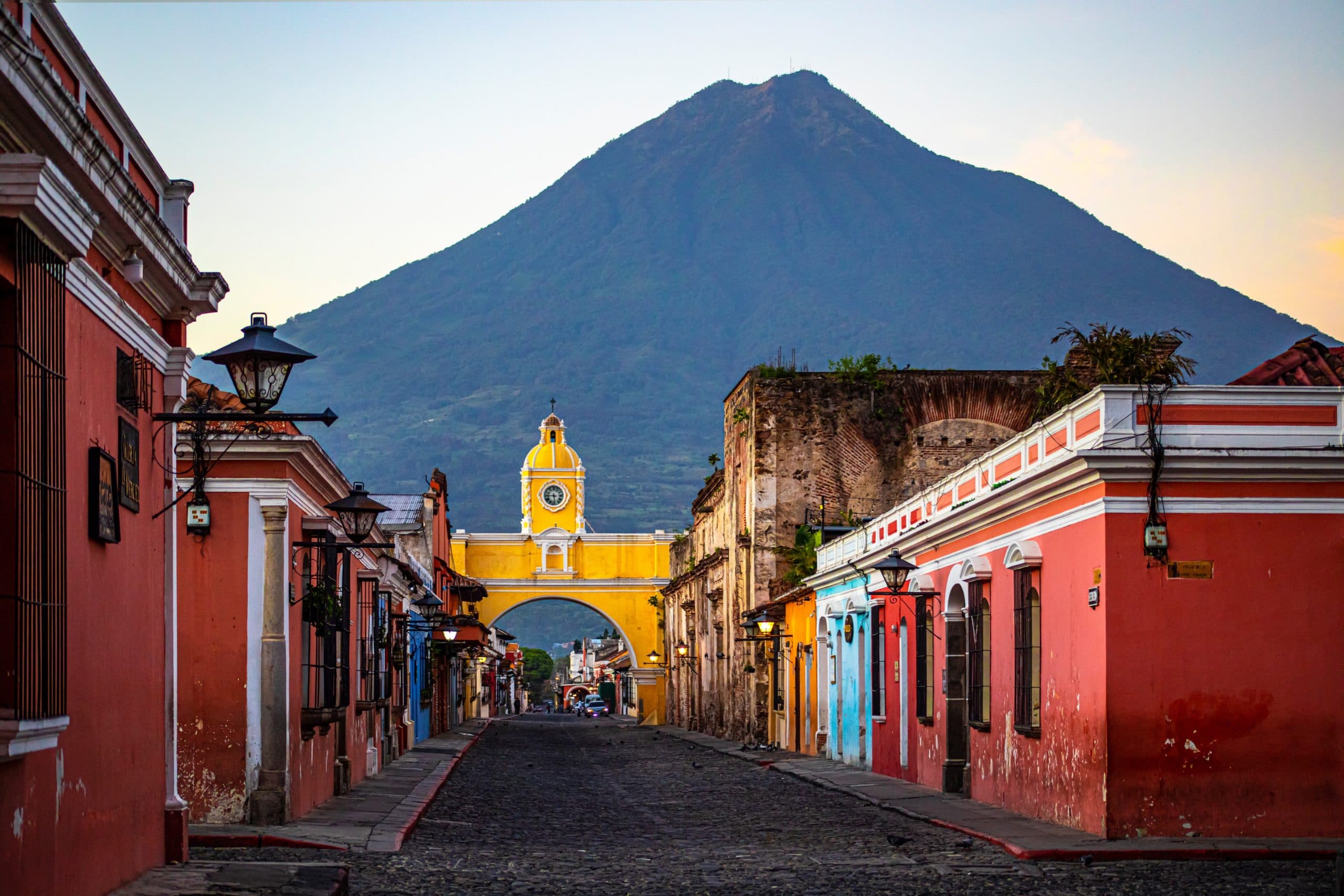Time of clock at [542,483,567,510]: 5:45
